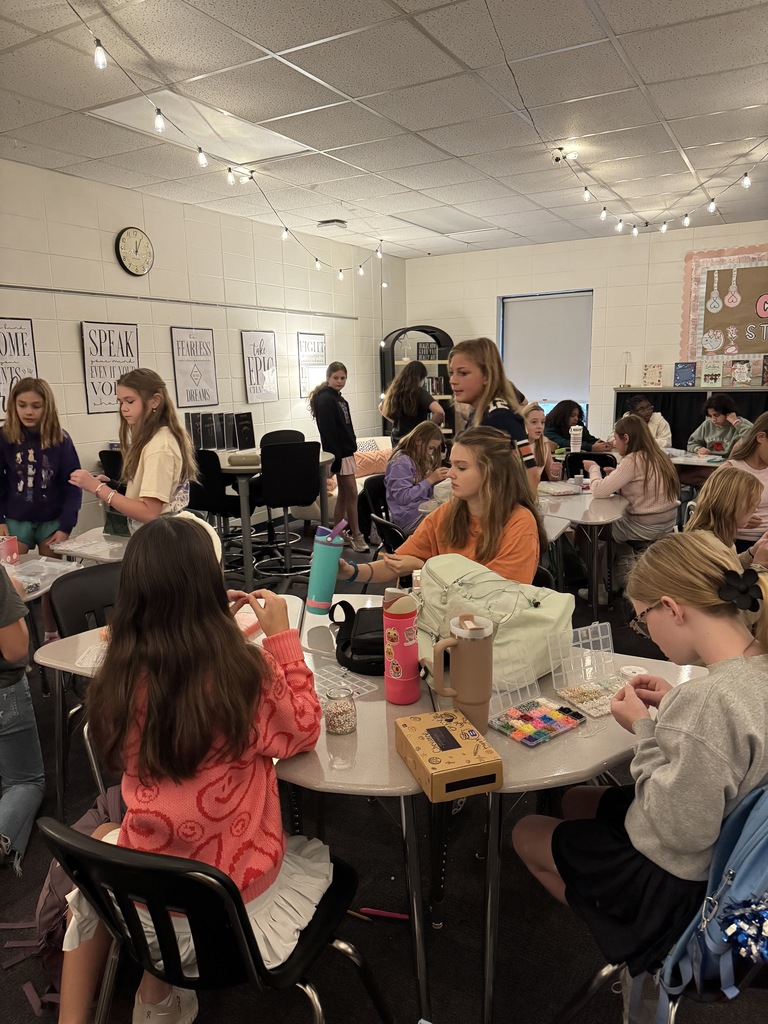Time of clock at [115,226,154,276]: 12:04
